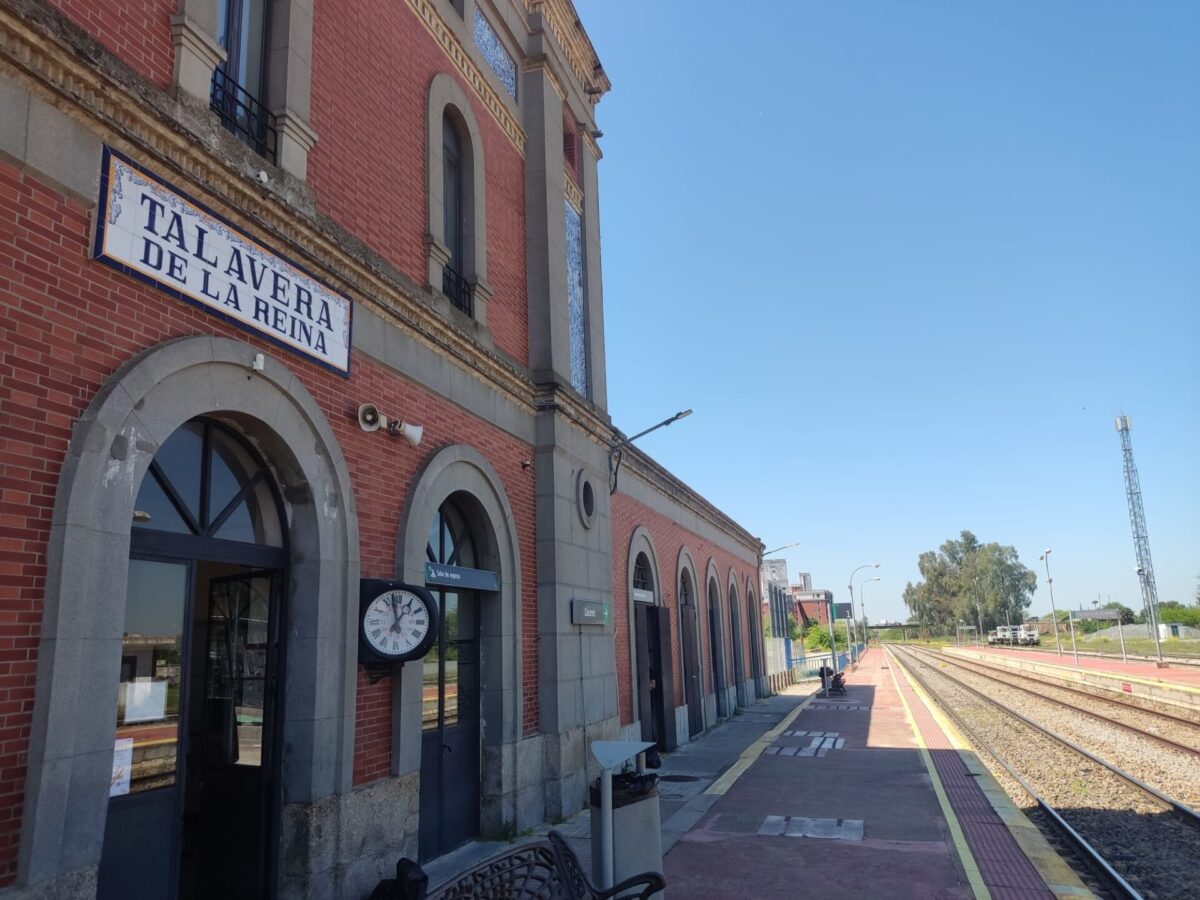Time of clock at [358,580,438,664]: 12:57
